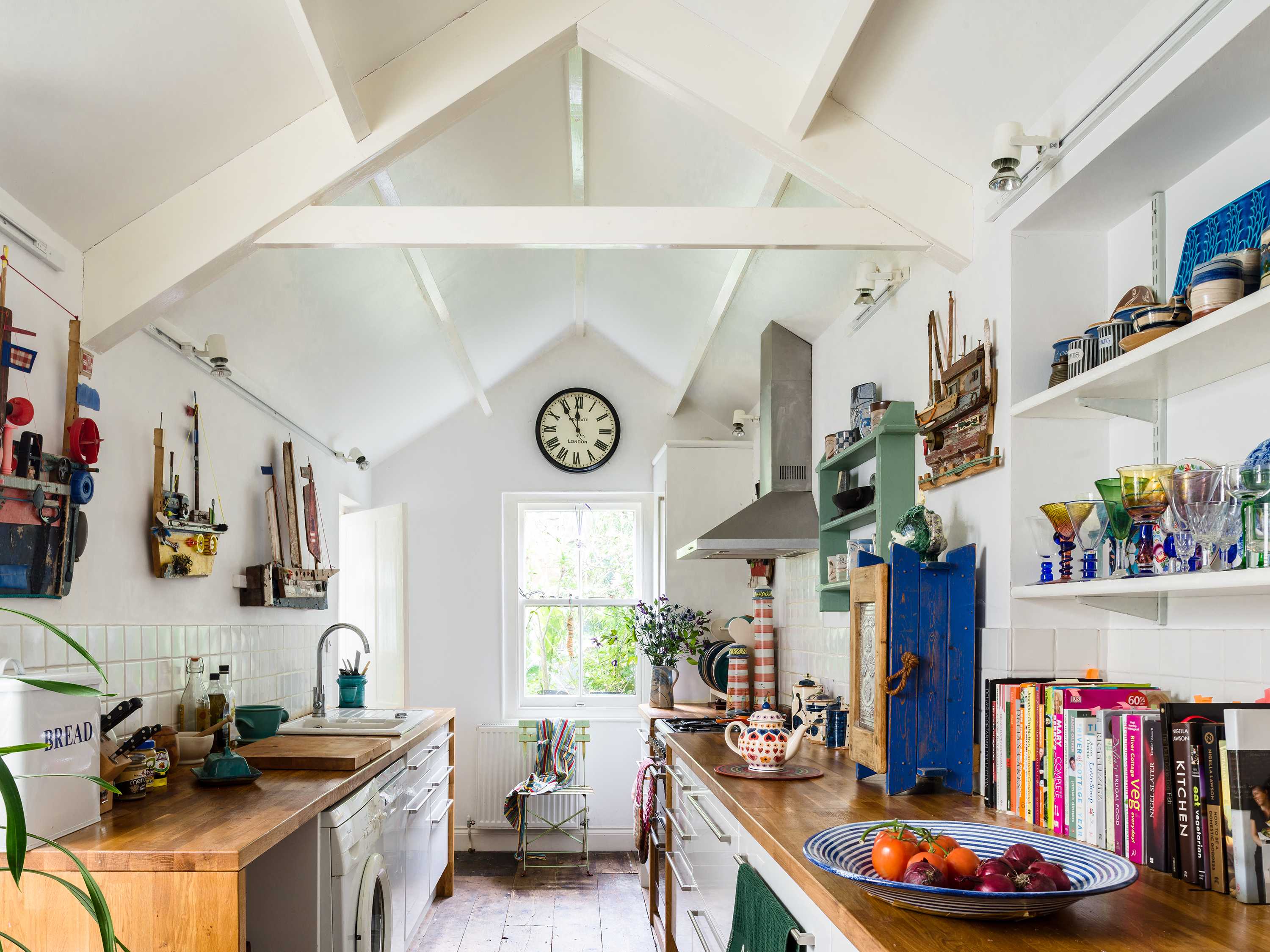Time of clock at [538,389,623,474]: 11:54
